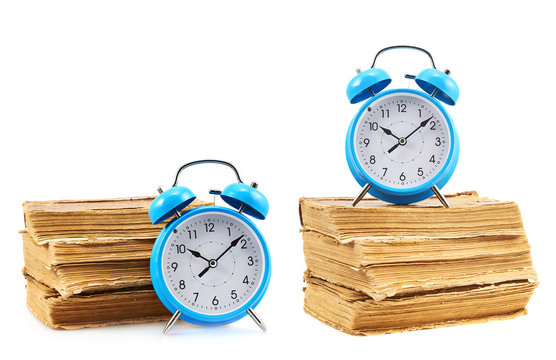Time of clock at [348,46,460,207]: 10:08
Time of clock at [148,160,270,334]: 10:08
